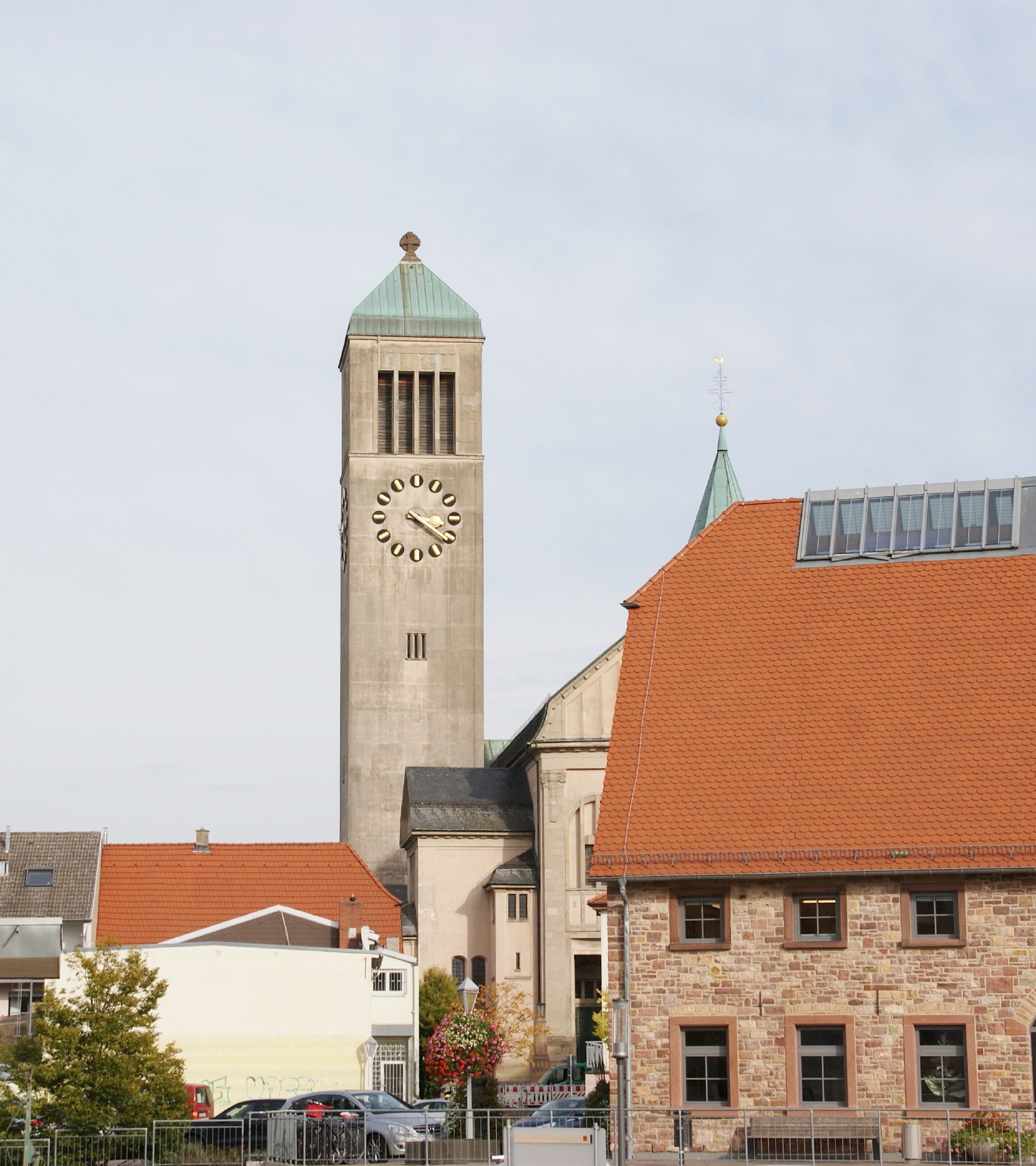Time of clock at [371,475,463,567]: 4:20
